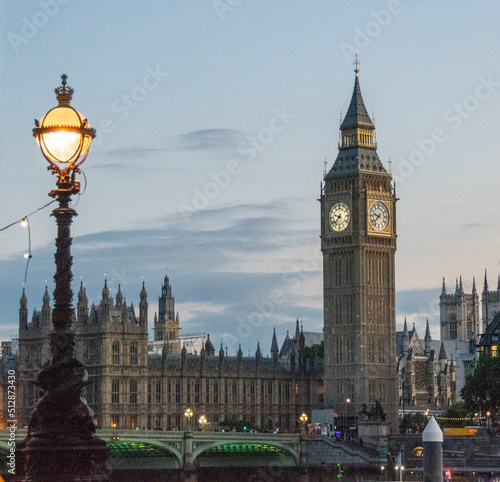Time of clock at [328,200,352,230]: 9:37
